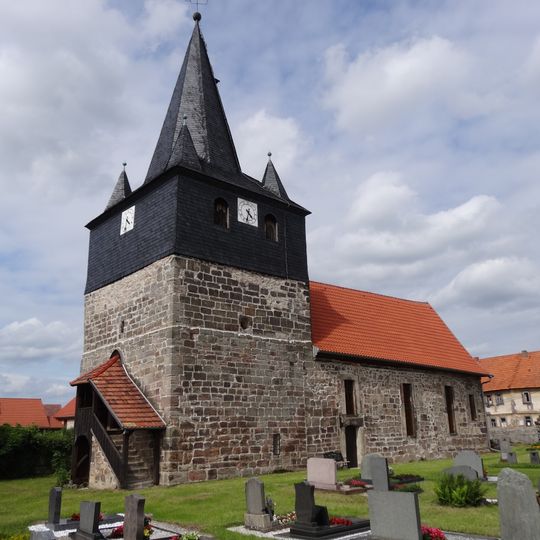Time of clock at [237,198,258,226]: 4:31
